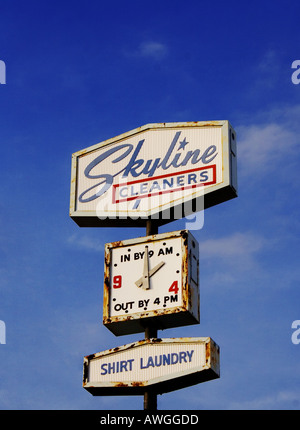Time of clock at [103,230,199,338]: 2:00
